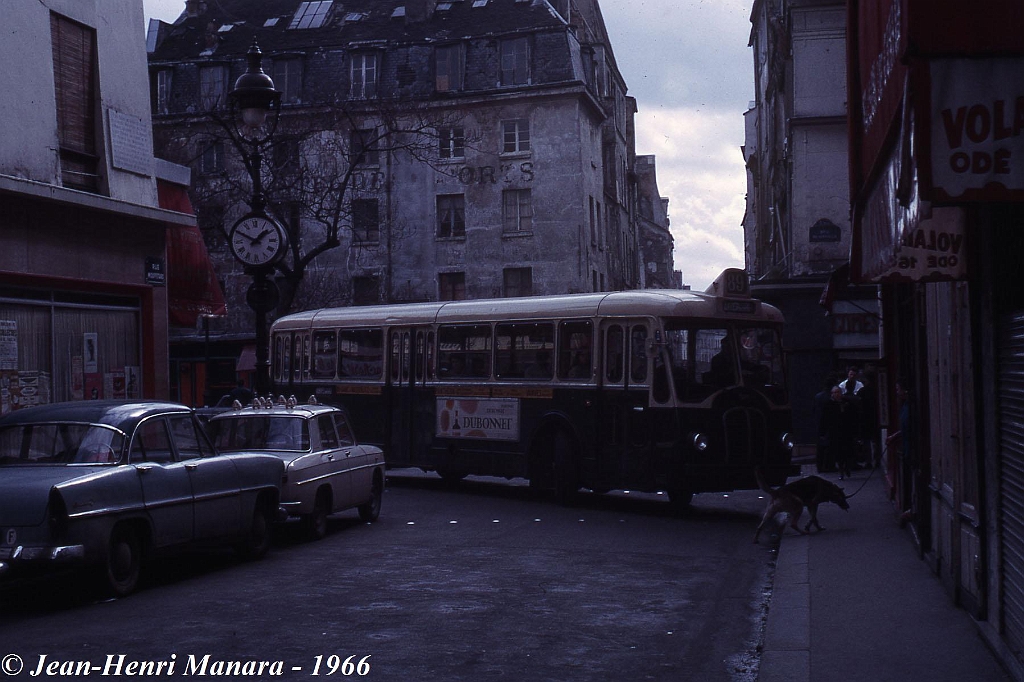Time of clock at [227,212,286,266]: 1:49
